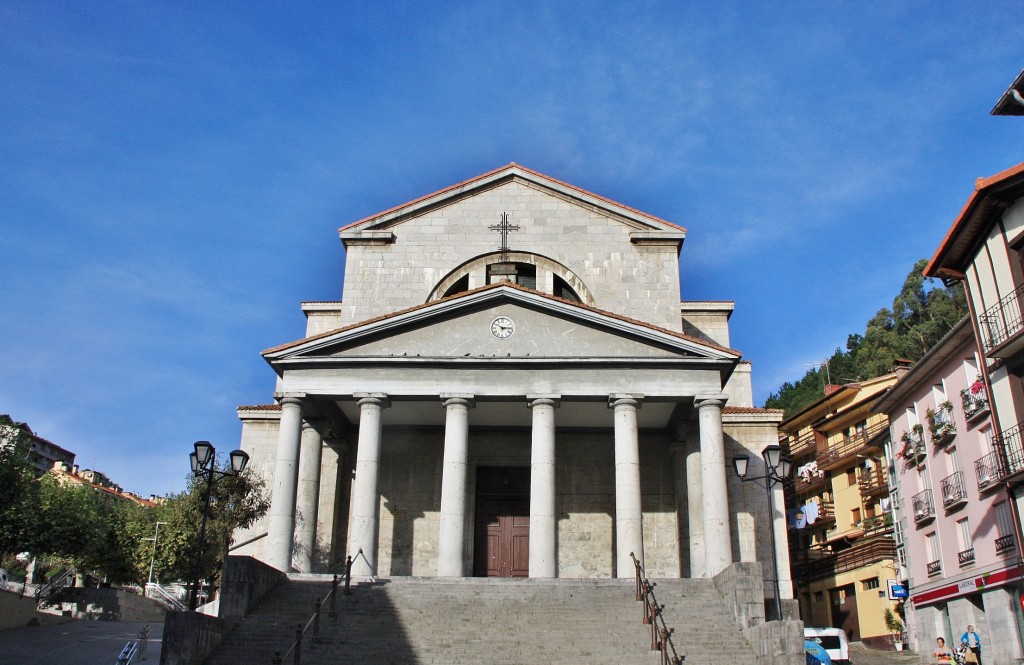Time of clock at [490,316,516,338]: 2:50
